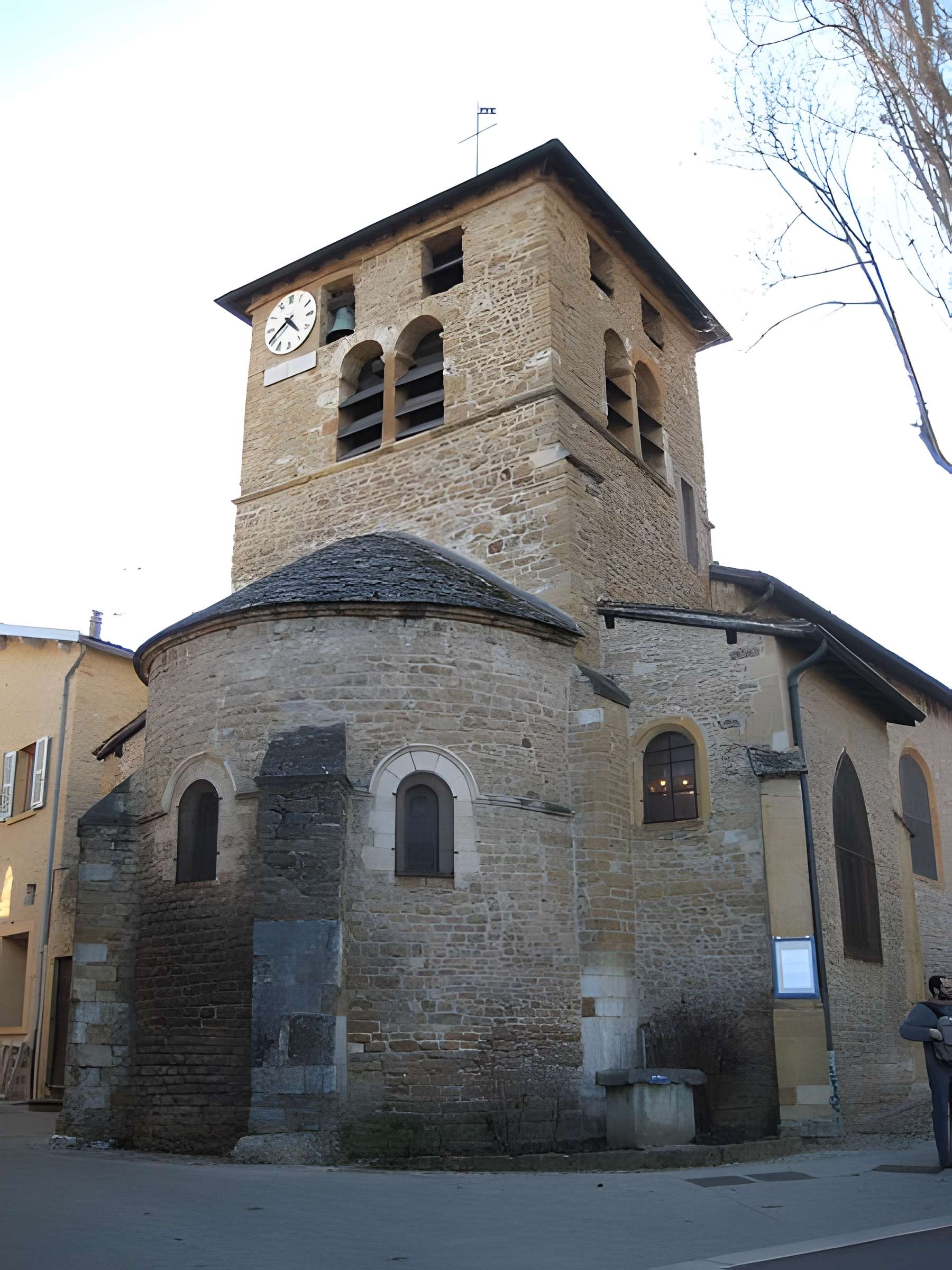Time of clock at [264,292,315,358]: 4:40
